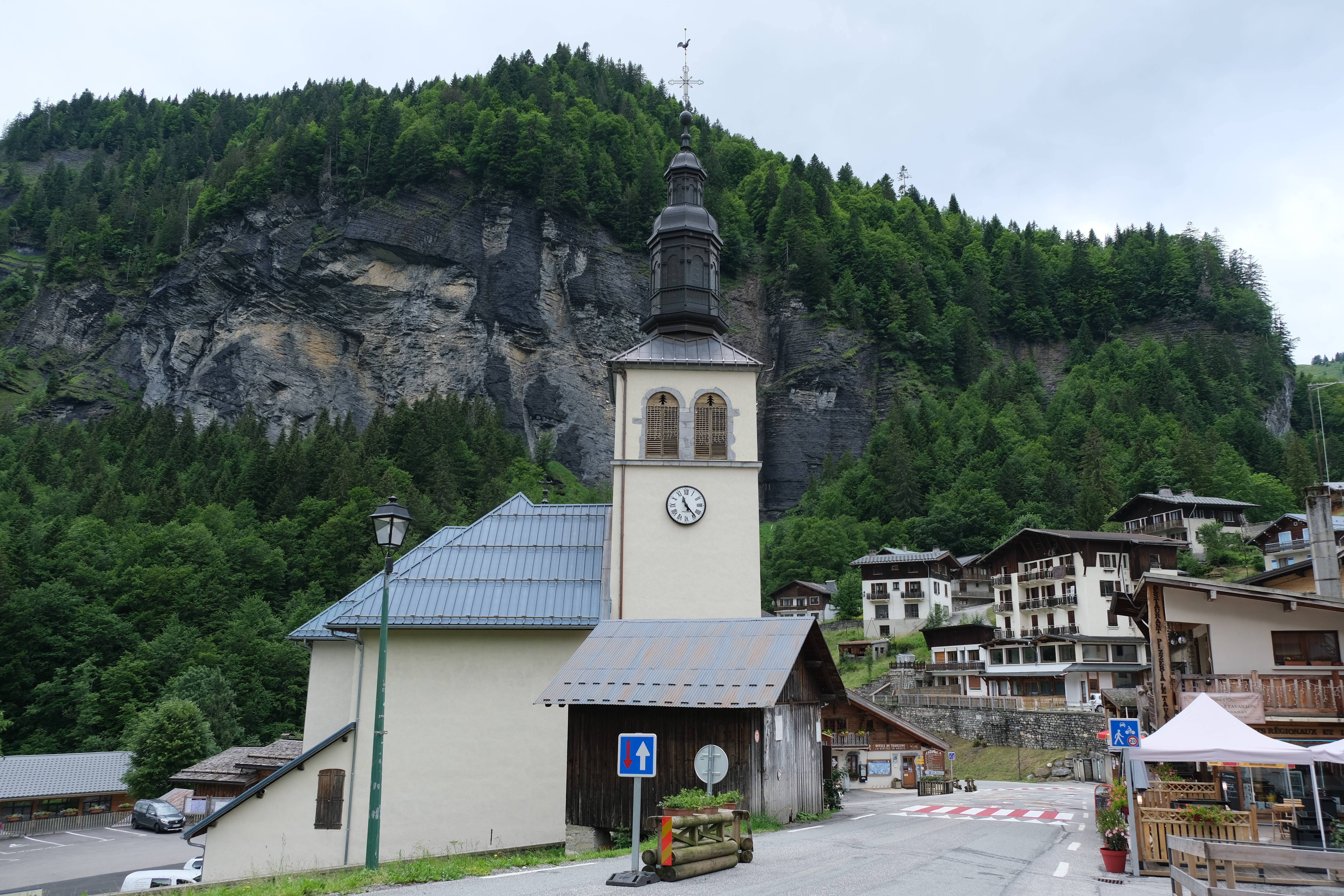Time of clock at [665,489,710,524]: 11:23
